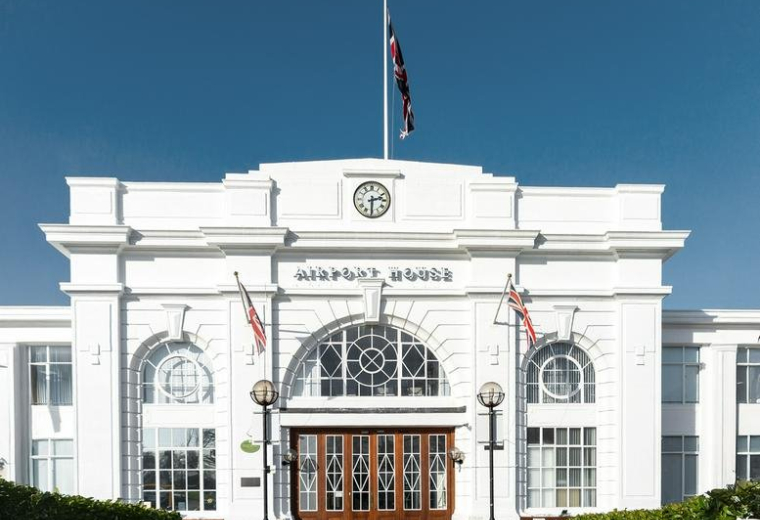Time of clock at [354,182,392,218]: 2:30
